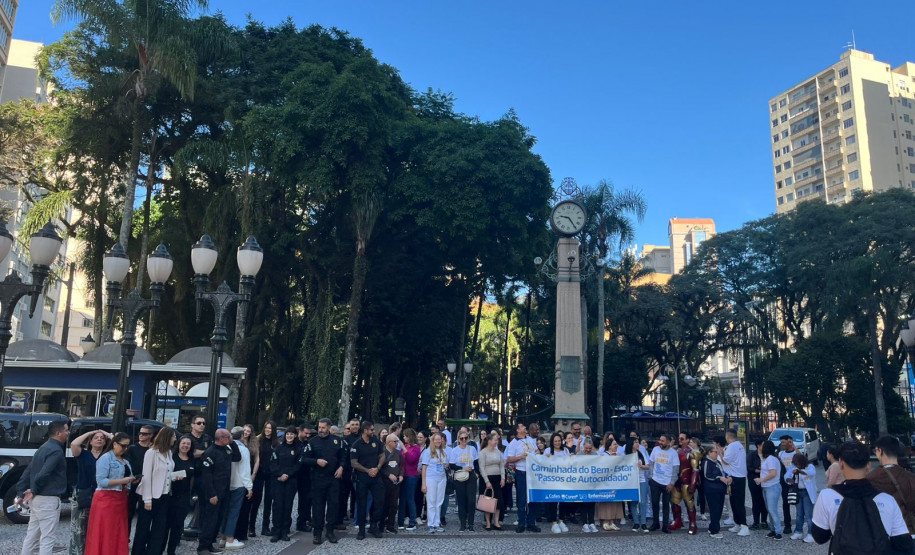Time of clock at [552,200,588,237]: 9:24
